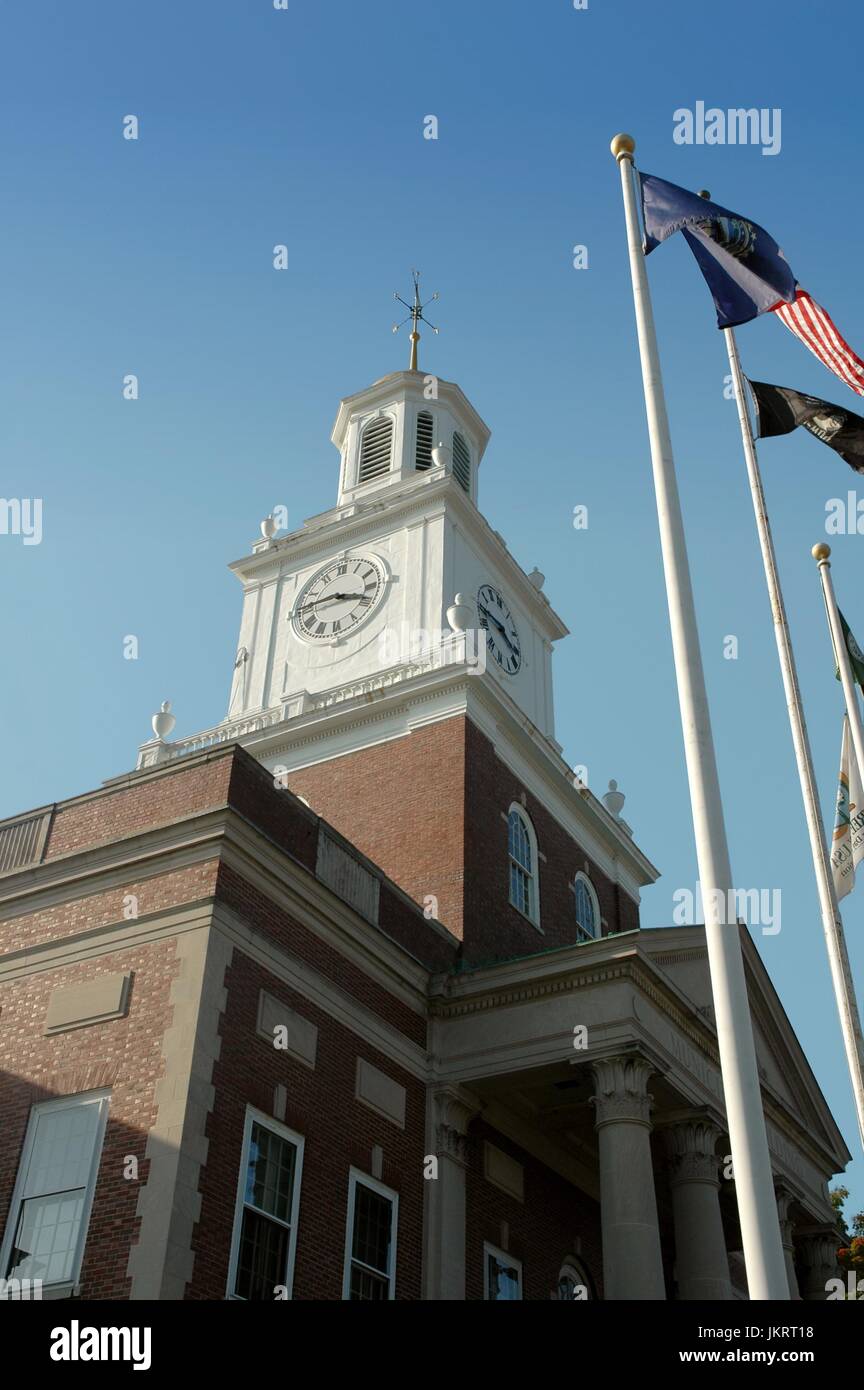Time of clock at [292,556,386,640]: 3:45
